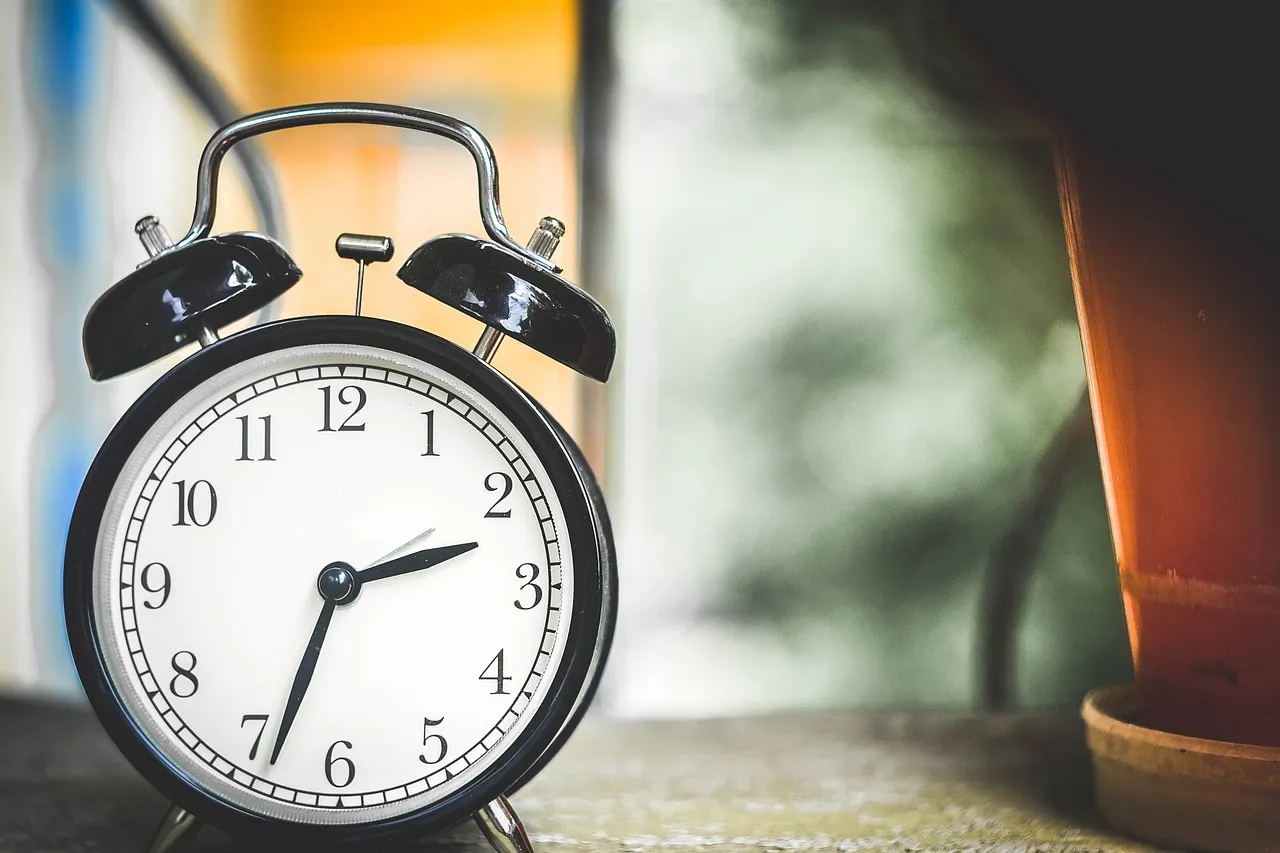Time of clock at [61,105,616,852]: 2:33
